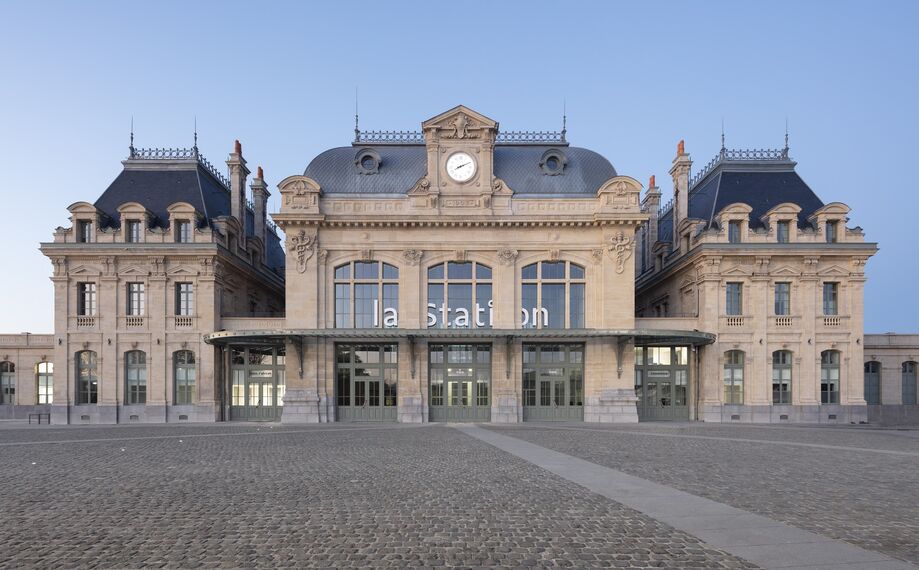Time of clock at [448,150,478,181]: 8:11
